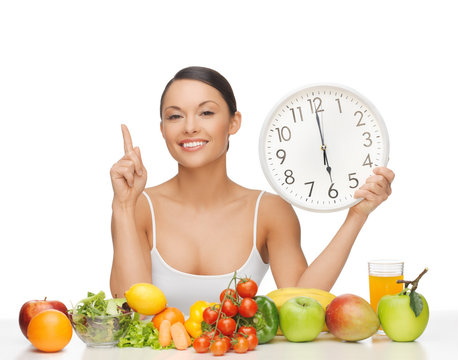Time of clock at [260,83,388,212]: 5:59
